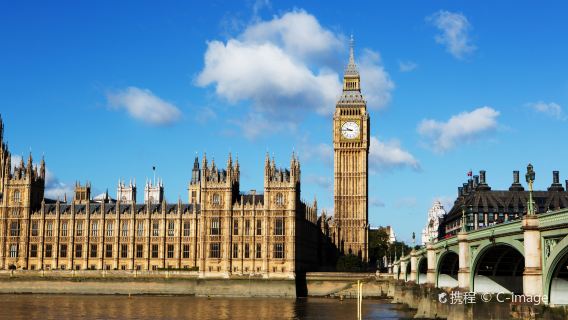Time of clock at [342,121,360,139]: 9:44
